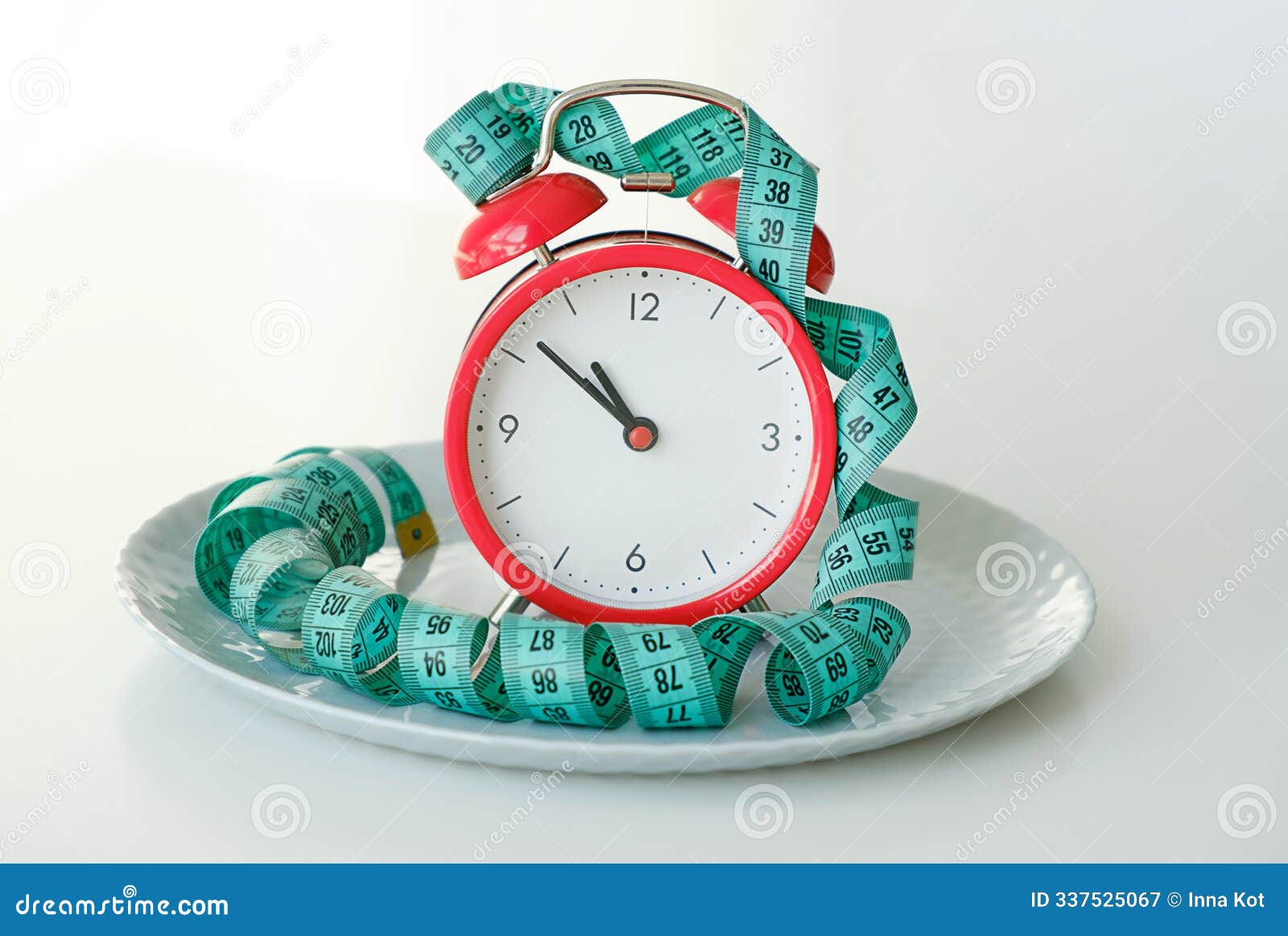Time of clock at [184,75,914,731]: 10:51
